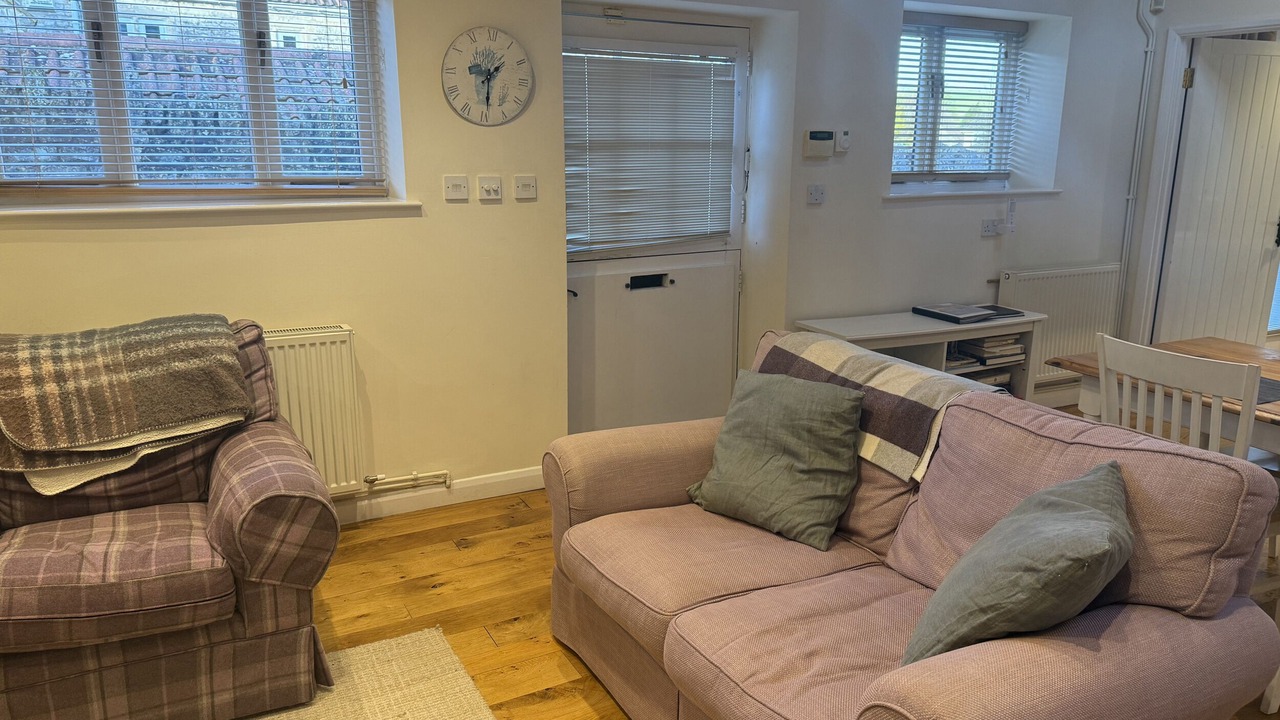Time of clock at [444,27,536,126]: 1:29
